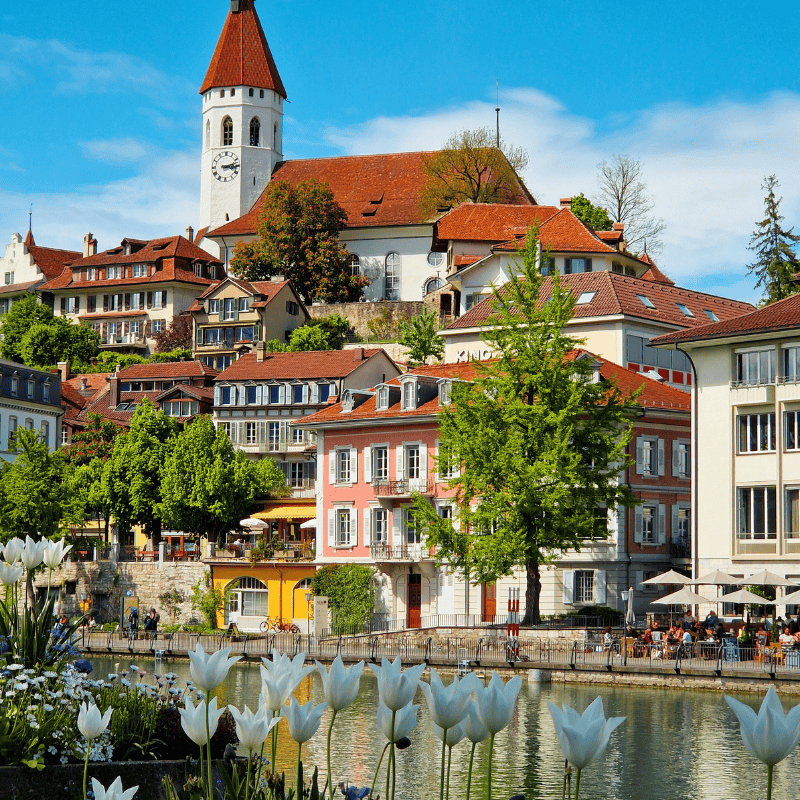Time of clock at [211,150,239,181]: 3:12
